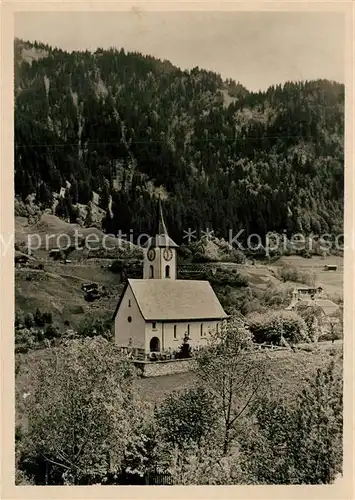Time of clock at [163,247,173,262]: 11:32
